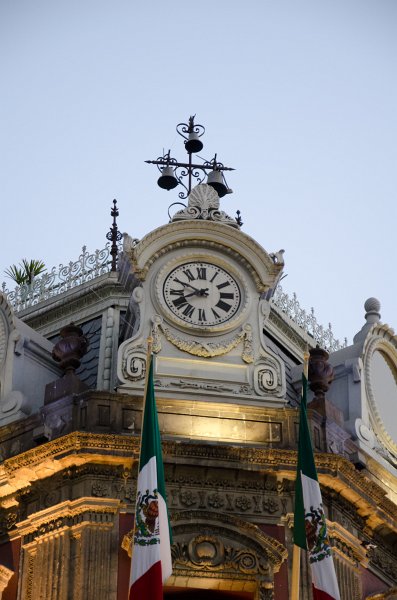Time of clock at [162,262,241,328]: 7:49
